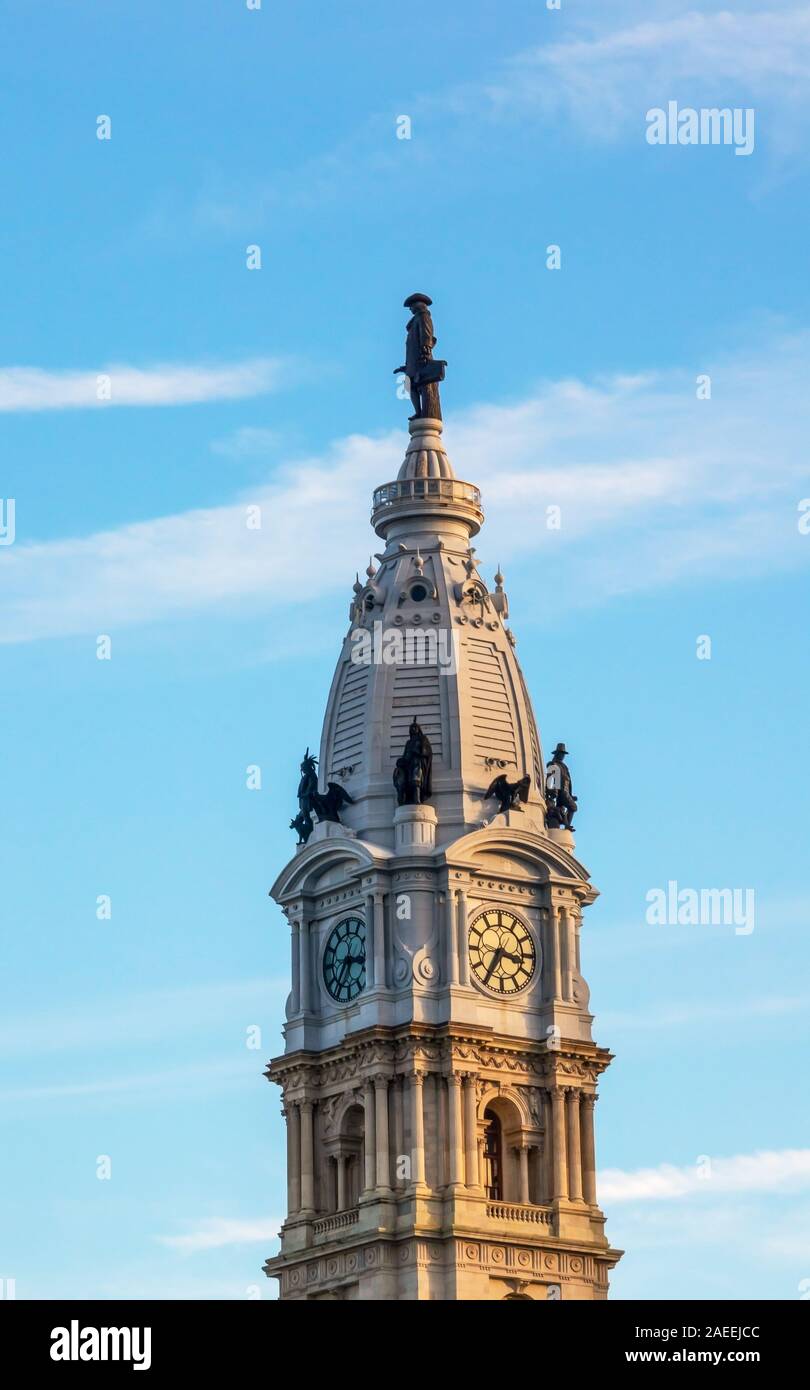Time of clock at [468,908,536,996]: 3:35
